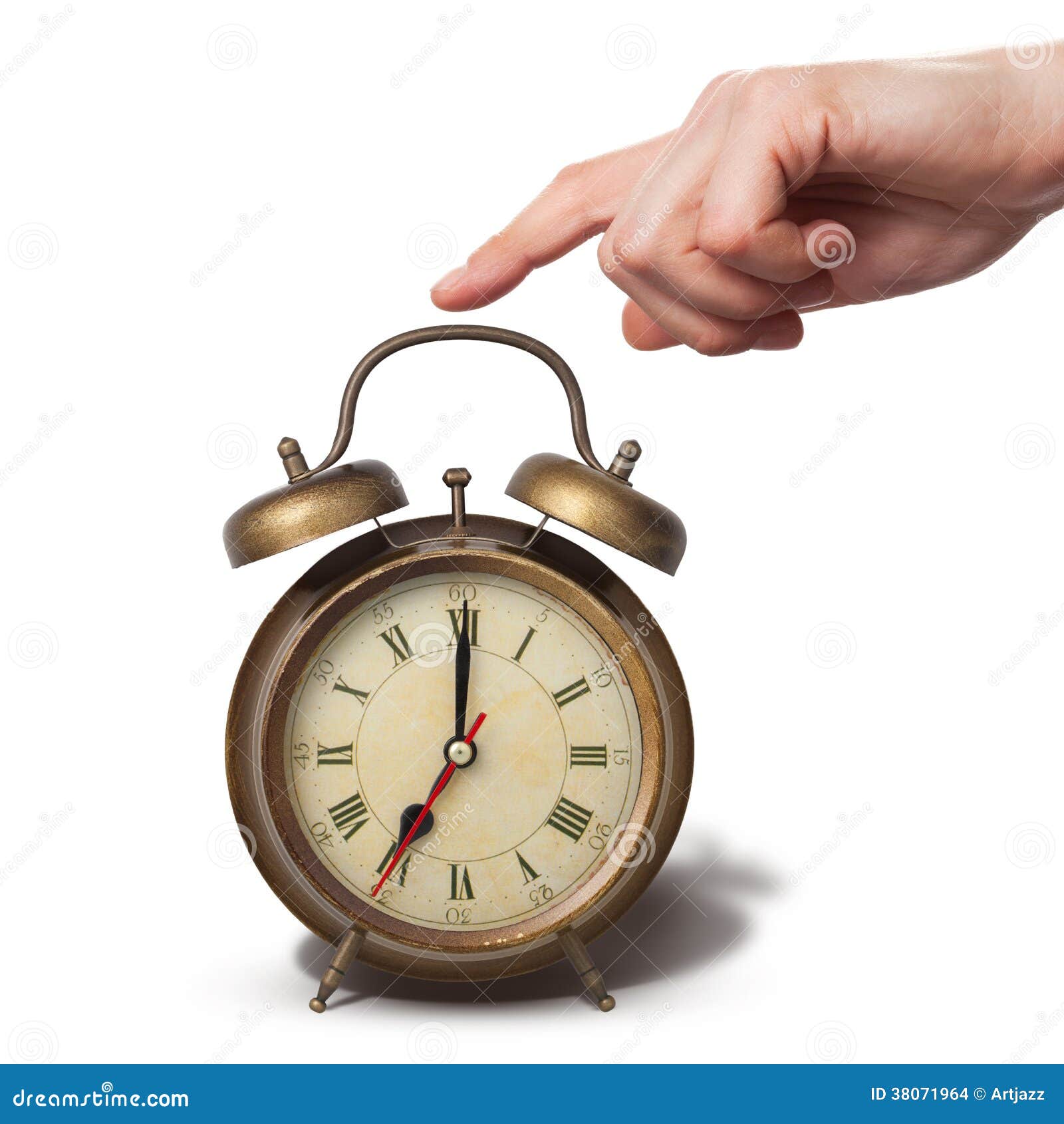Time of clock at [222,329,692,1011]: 7:00
